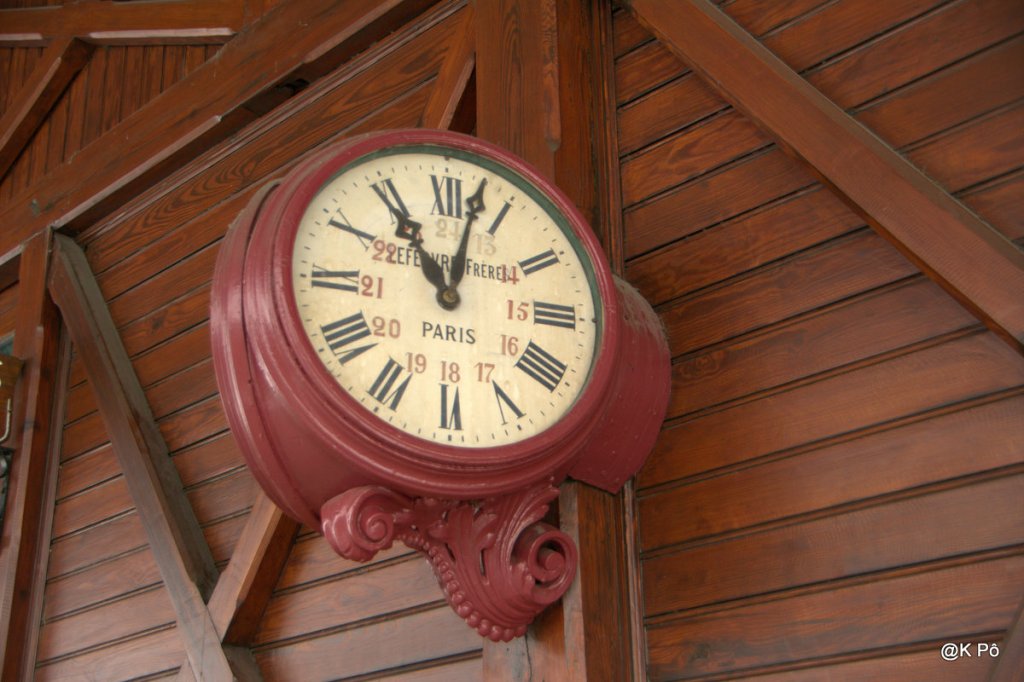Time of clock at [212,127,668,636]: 11:02
